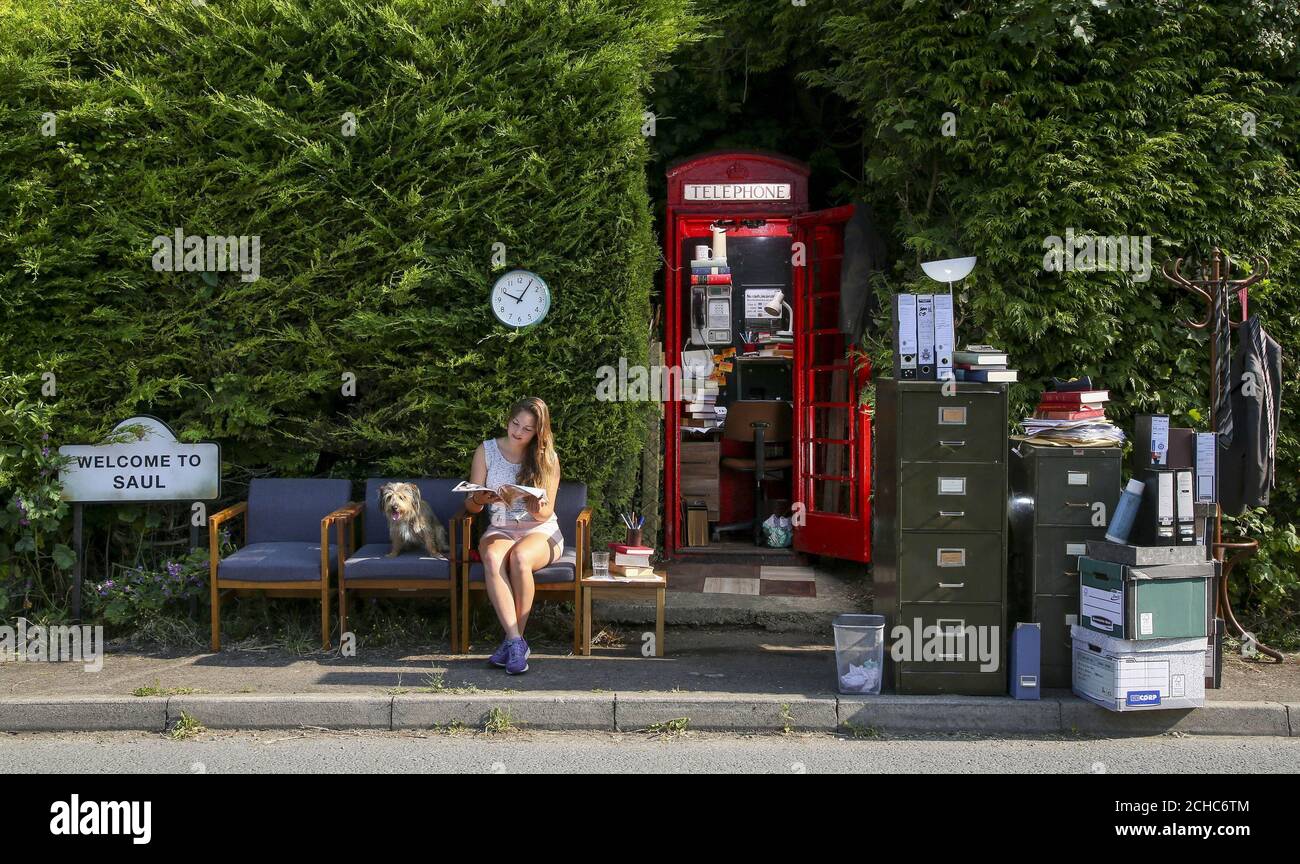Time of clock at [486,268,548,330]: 10:05
